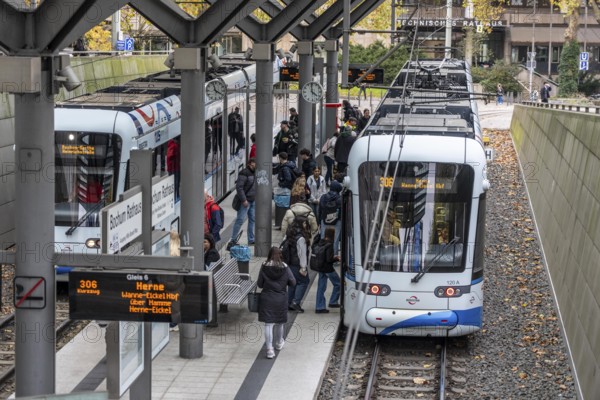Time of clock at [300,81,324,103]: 3:58
